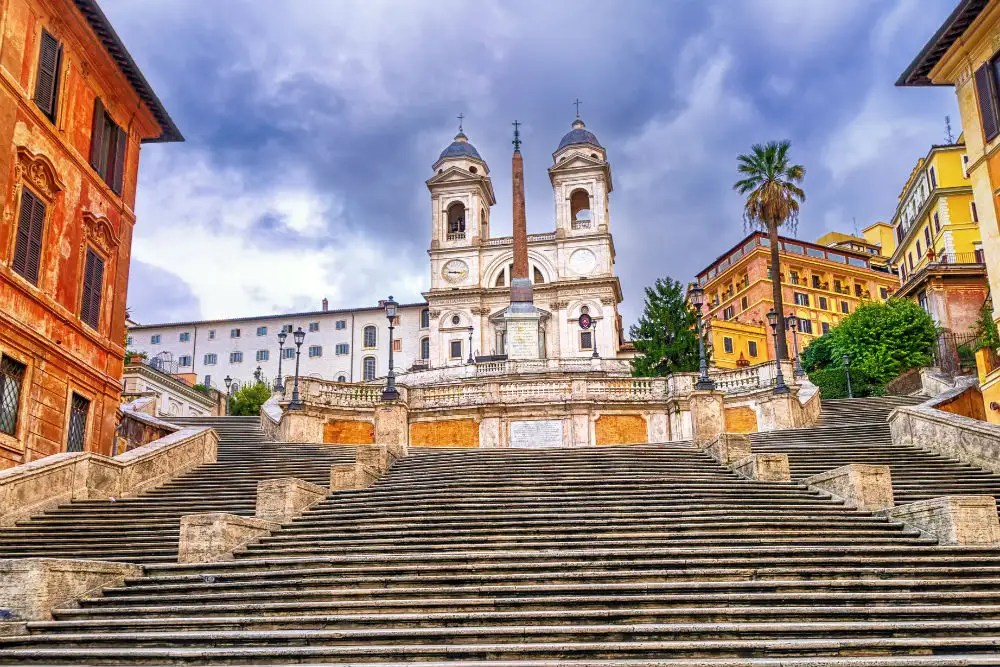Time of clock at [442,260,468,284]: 9:16
